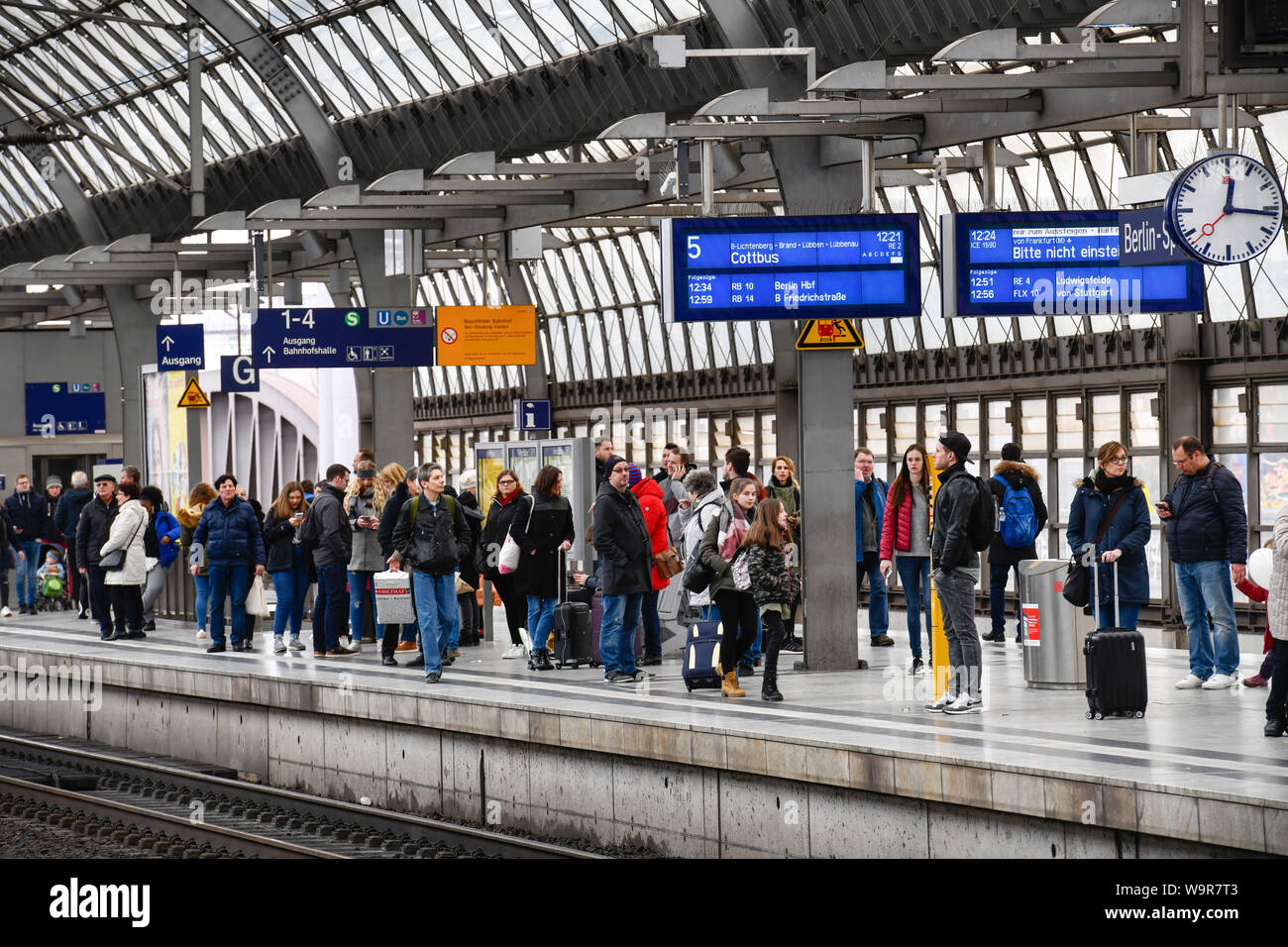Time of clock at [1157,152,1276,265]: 12:16
